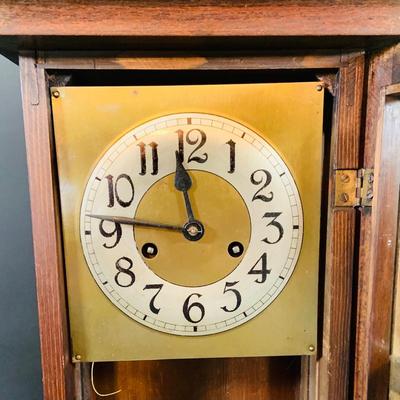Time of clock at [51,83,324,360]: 11:46
